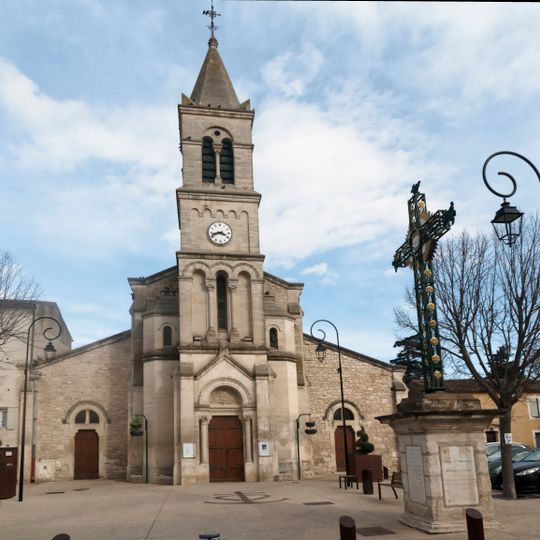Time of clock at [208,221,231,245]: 3:42
